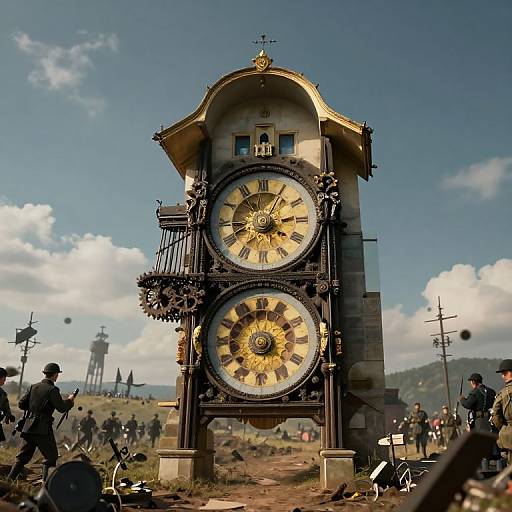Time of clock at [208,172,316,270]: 4:04
